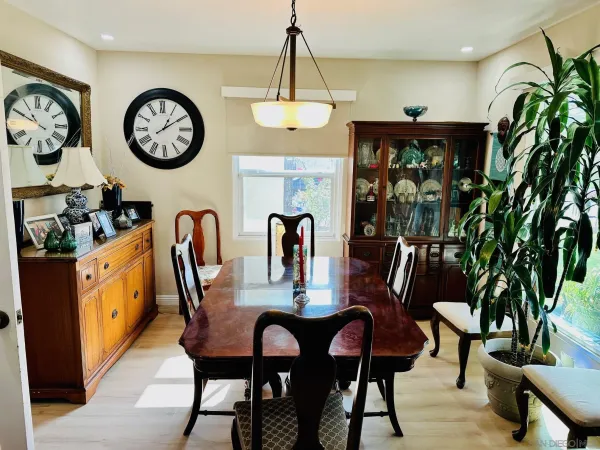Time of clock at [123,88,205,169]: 1:09
